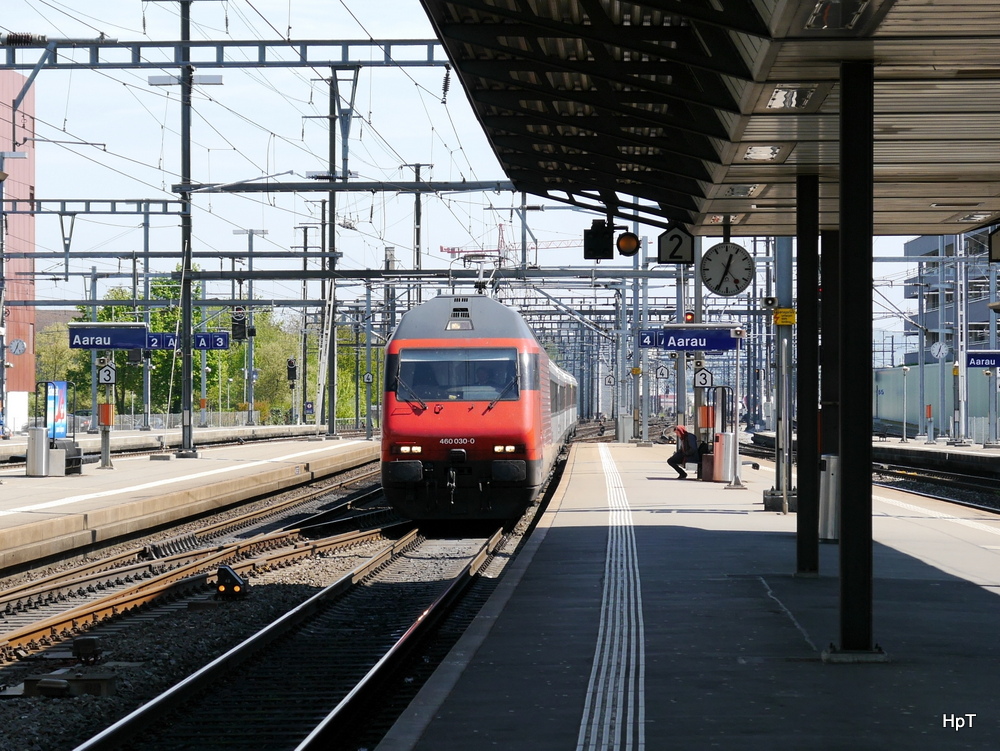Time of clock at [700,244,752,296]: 12:34
